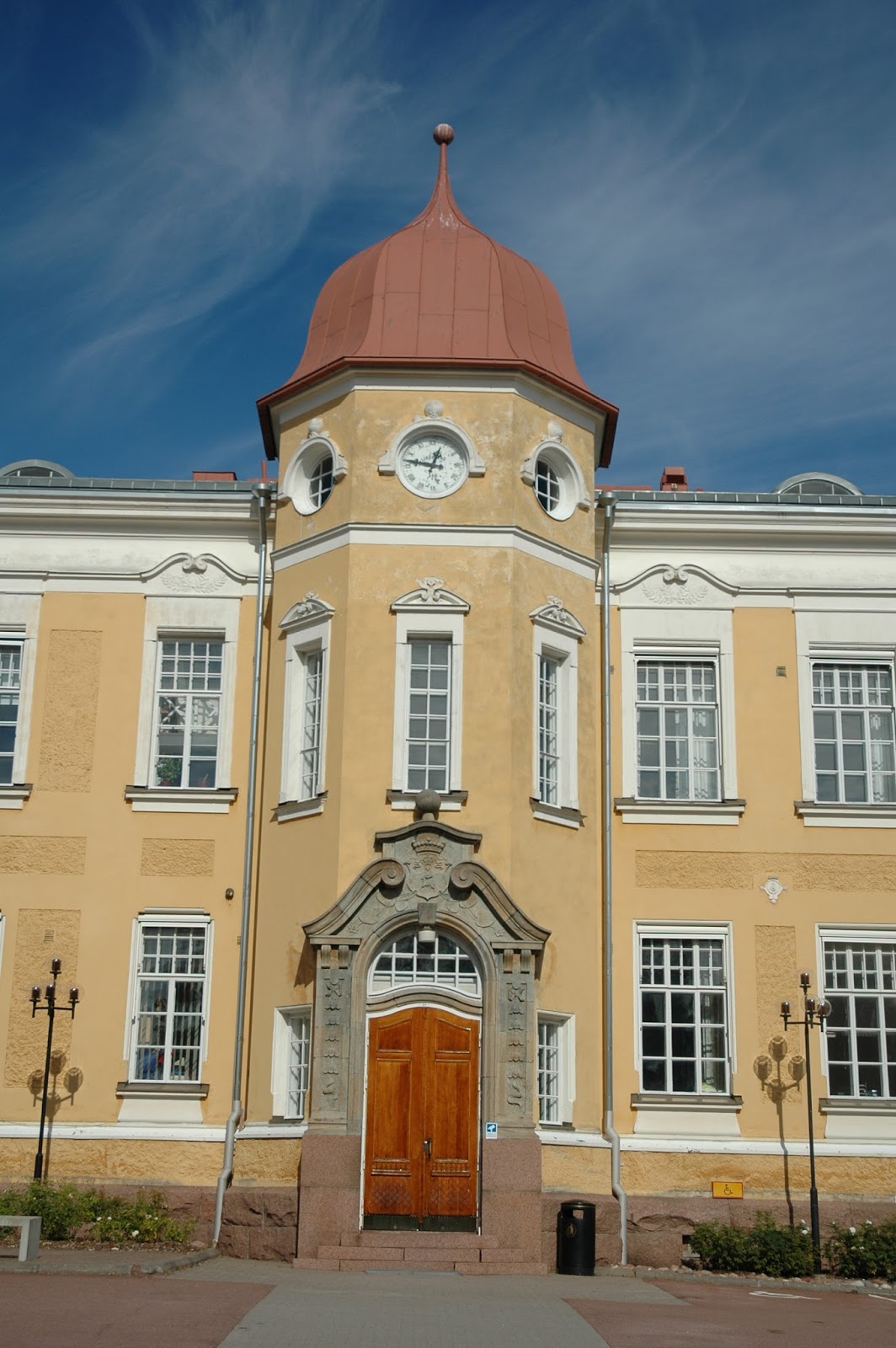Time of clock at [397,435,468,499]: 12:47
